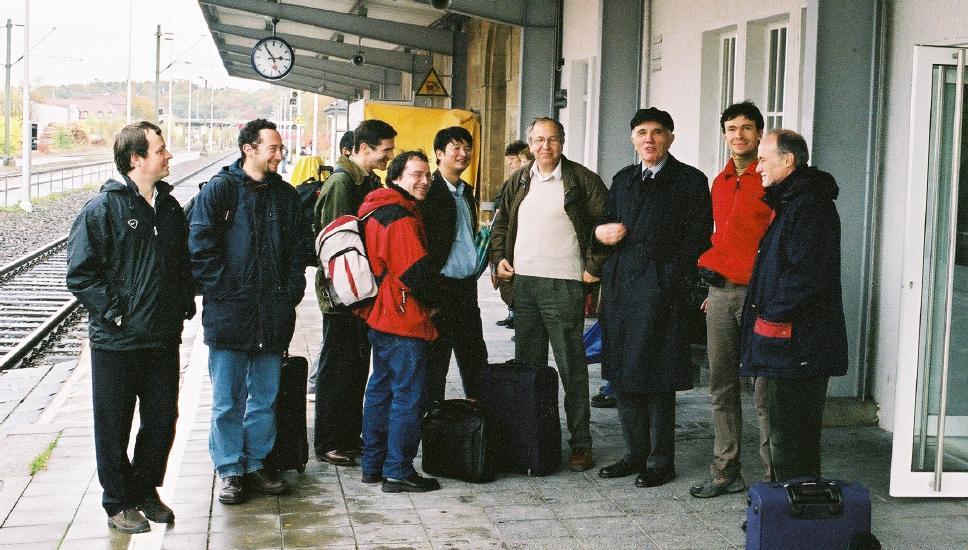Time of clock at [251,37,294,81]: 2:53
